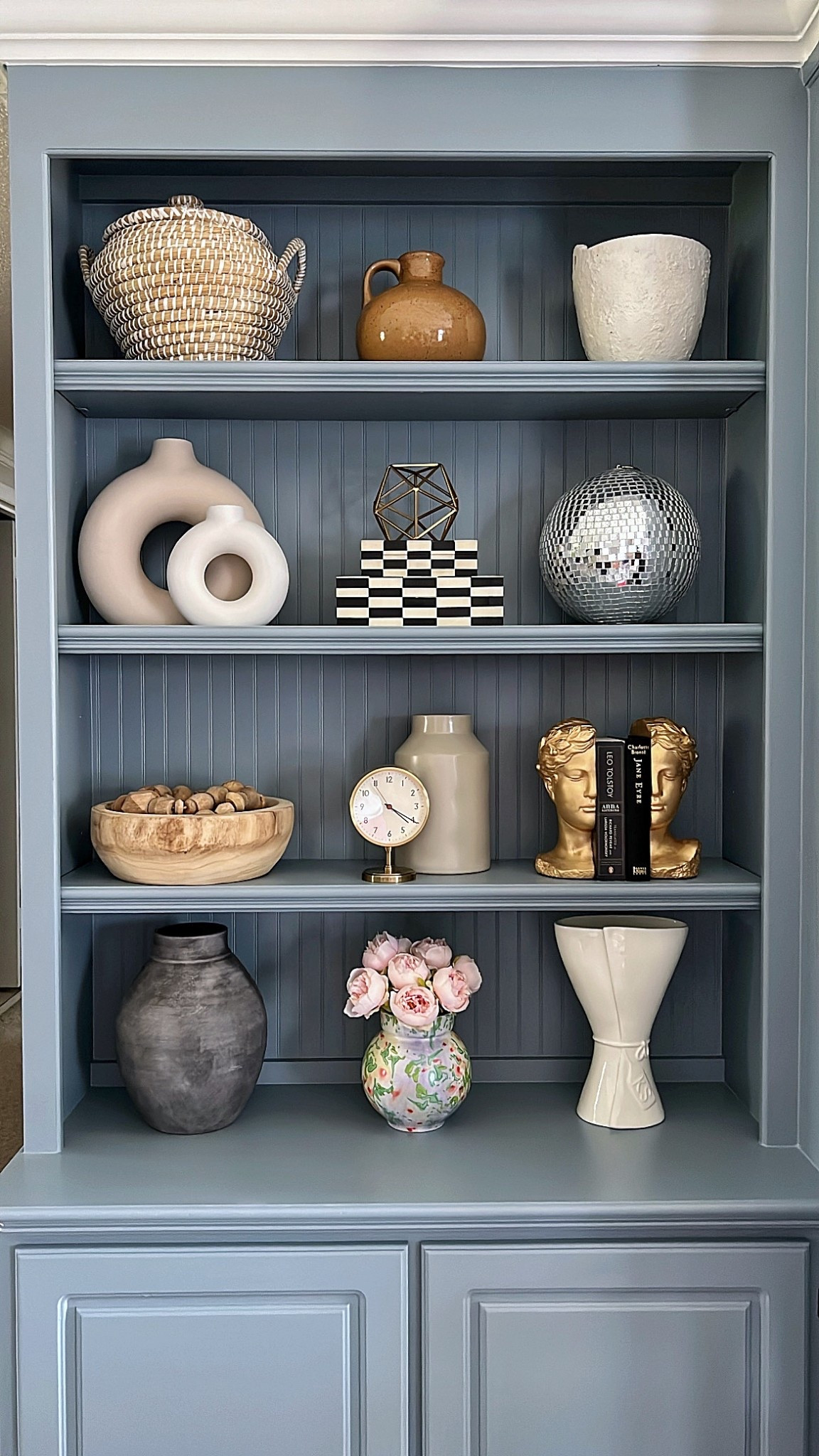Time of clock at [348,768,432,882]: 4:20
